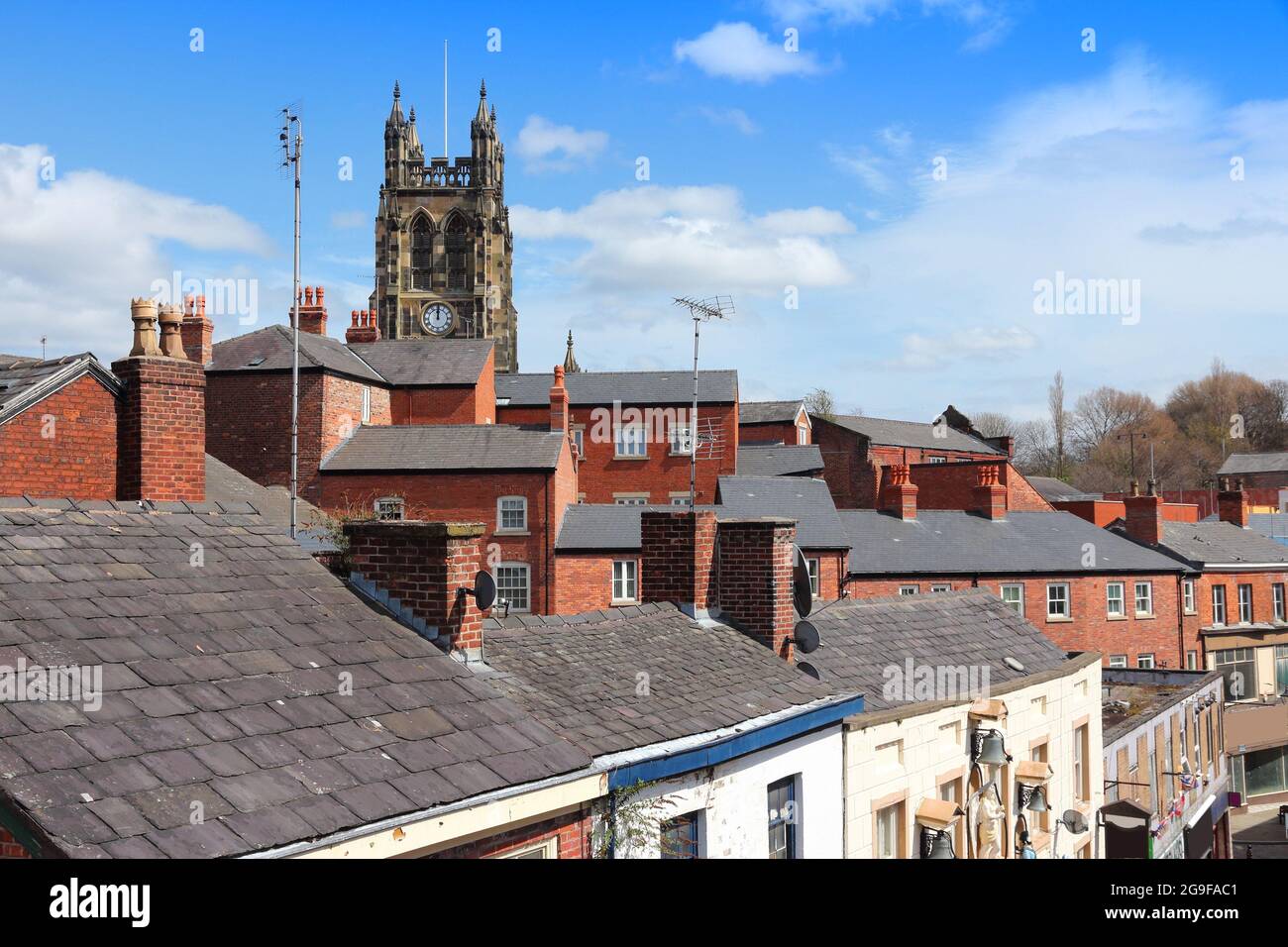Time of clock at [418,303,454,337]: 12:00
